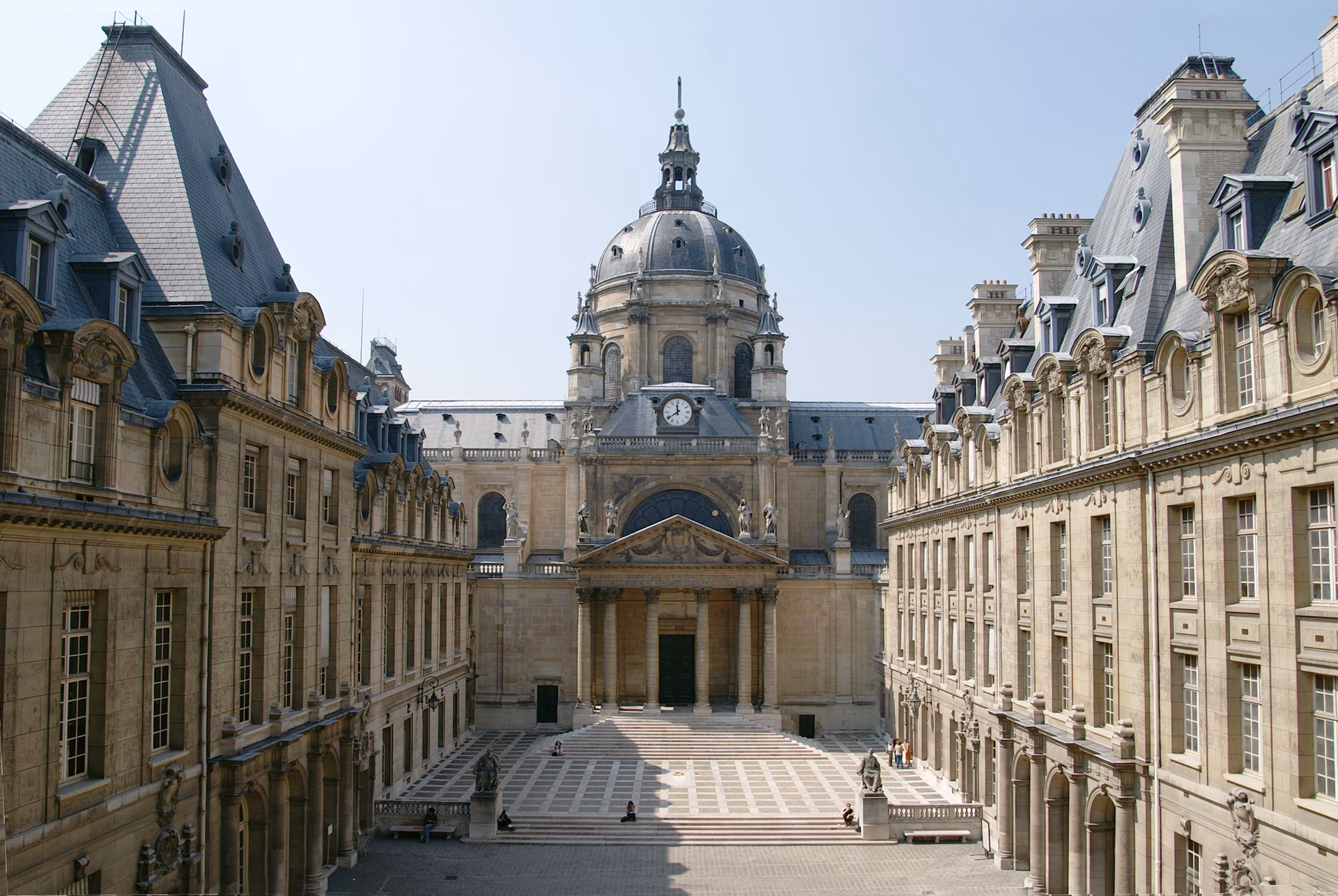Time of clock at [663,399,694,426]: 11:39
